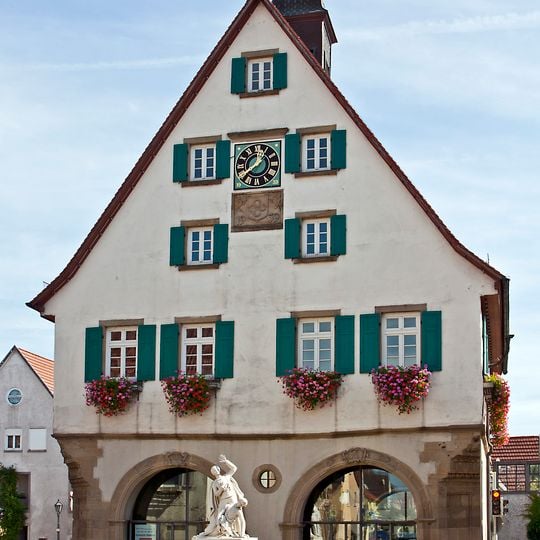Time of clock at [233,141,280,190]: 1:39
